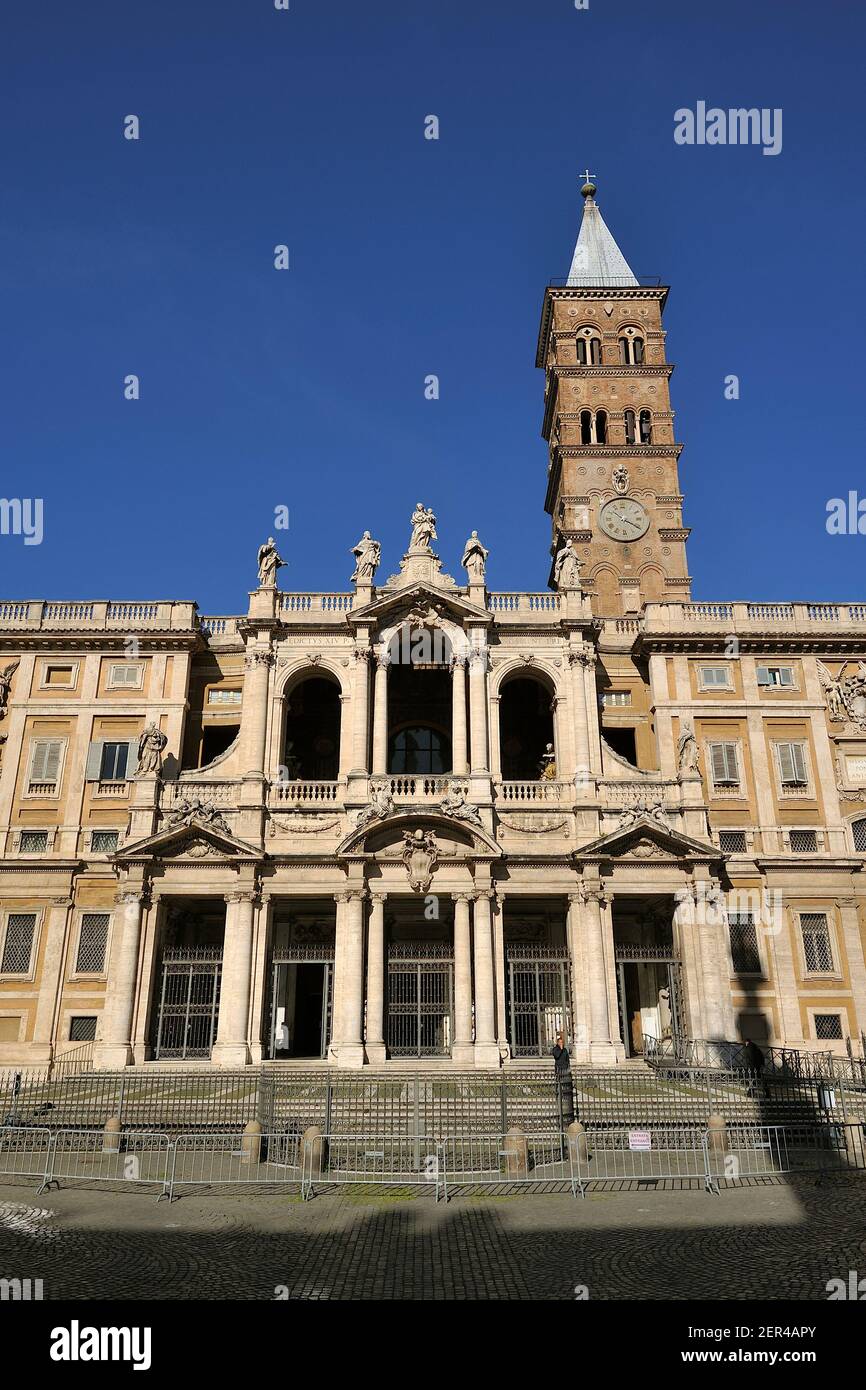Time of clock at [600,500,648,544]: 10:20
